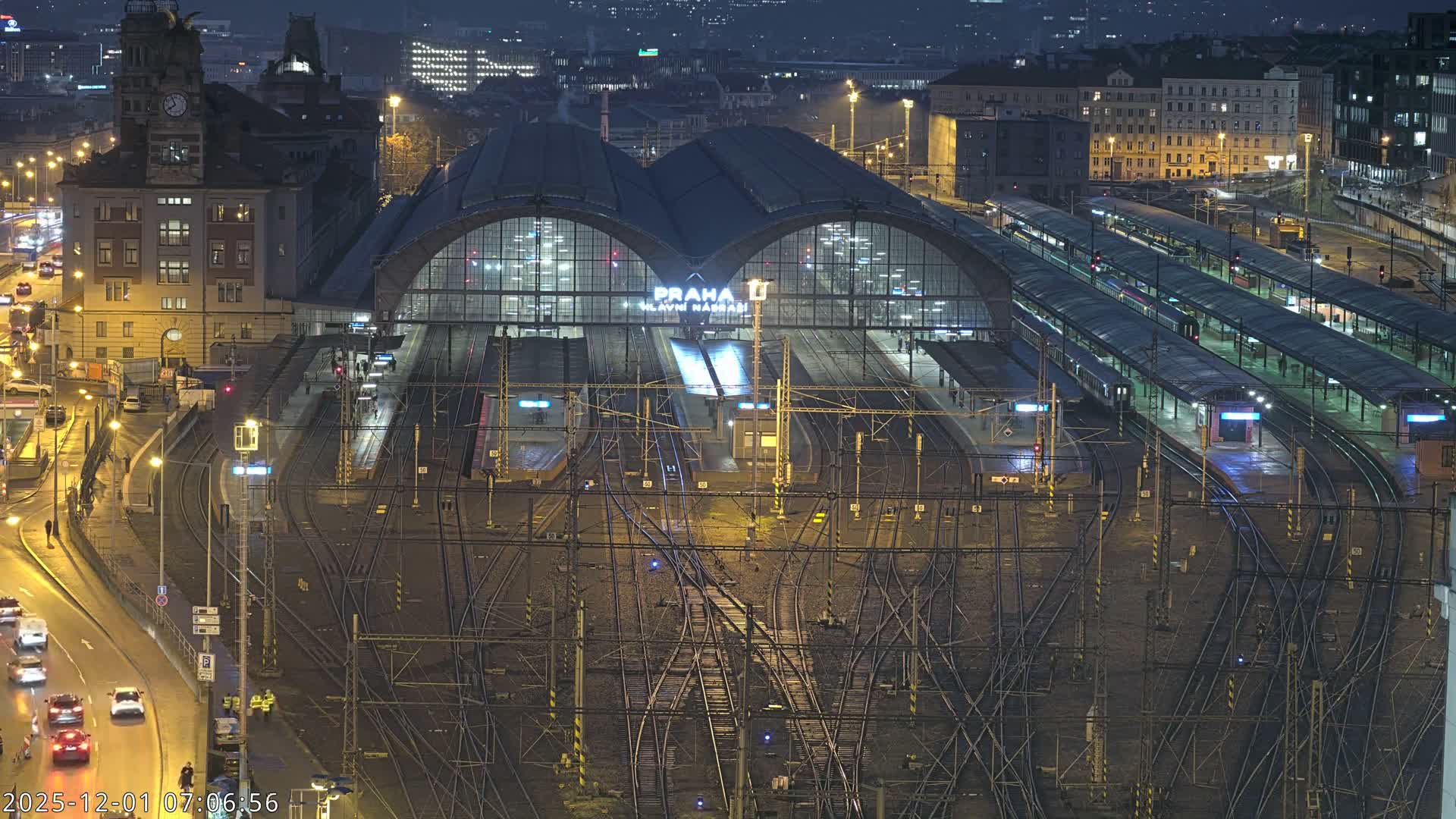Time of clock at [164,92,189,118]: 7:55
